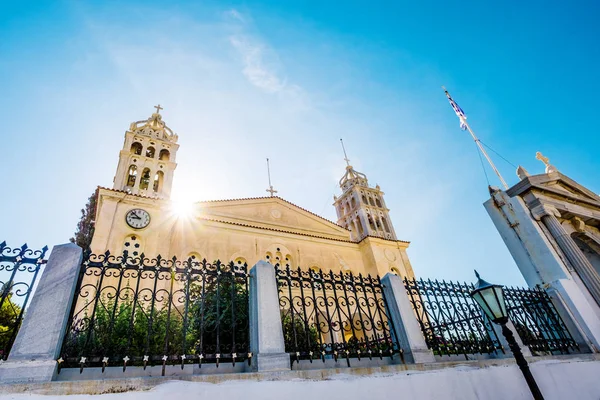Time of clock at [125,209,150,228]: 8:52
